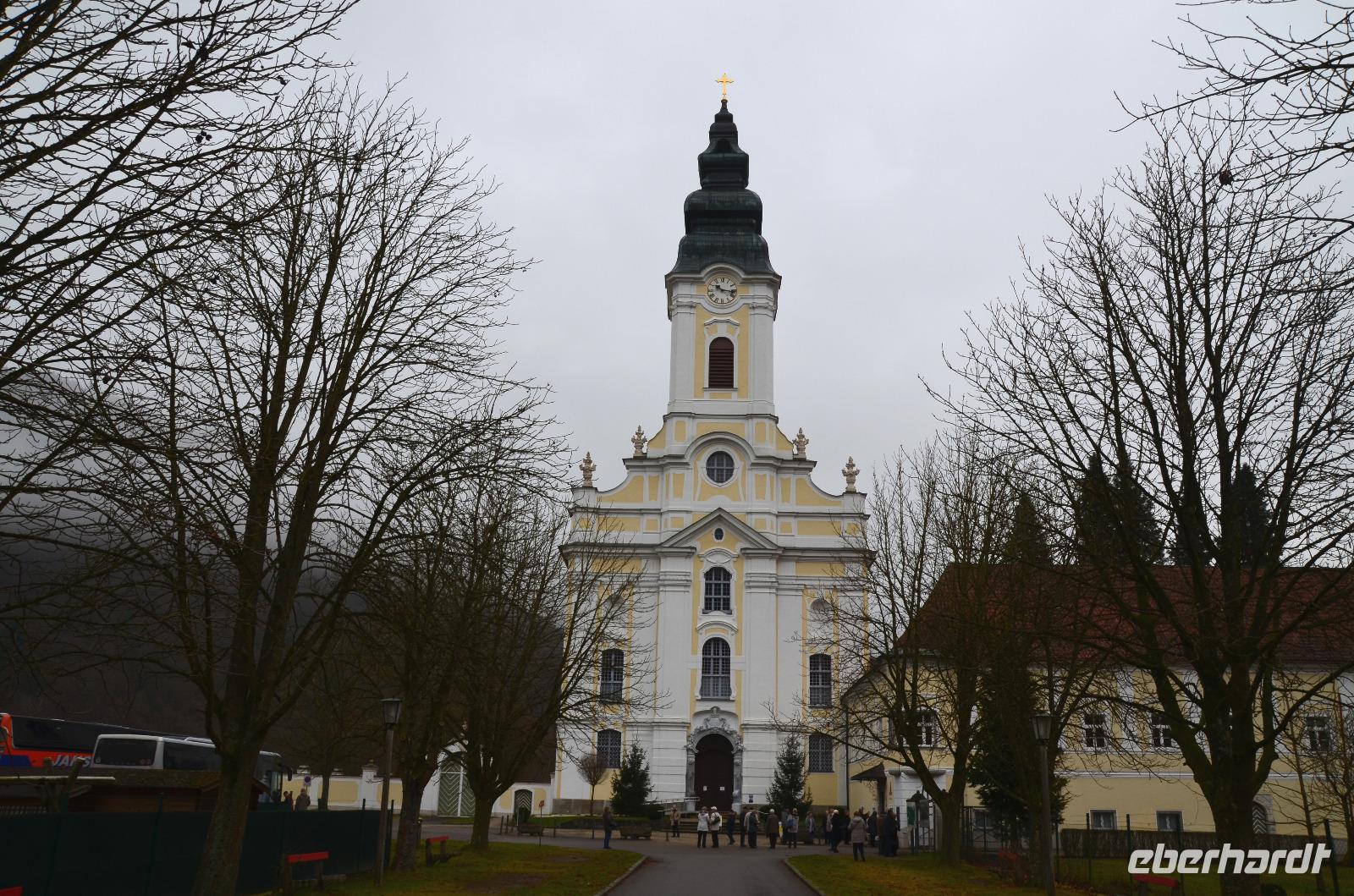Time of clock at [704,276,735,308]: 10:16
